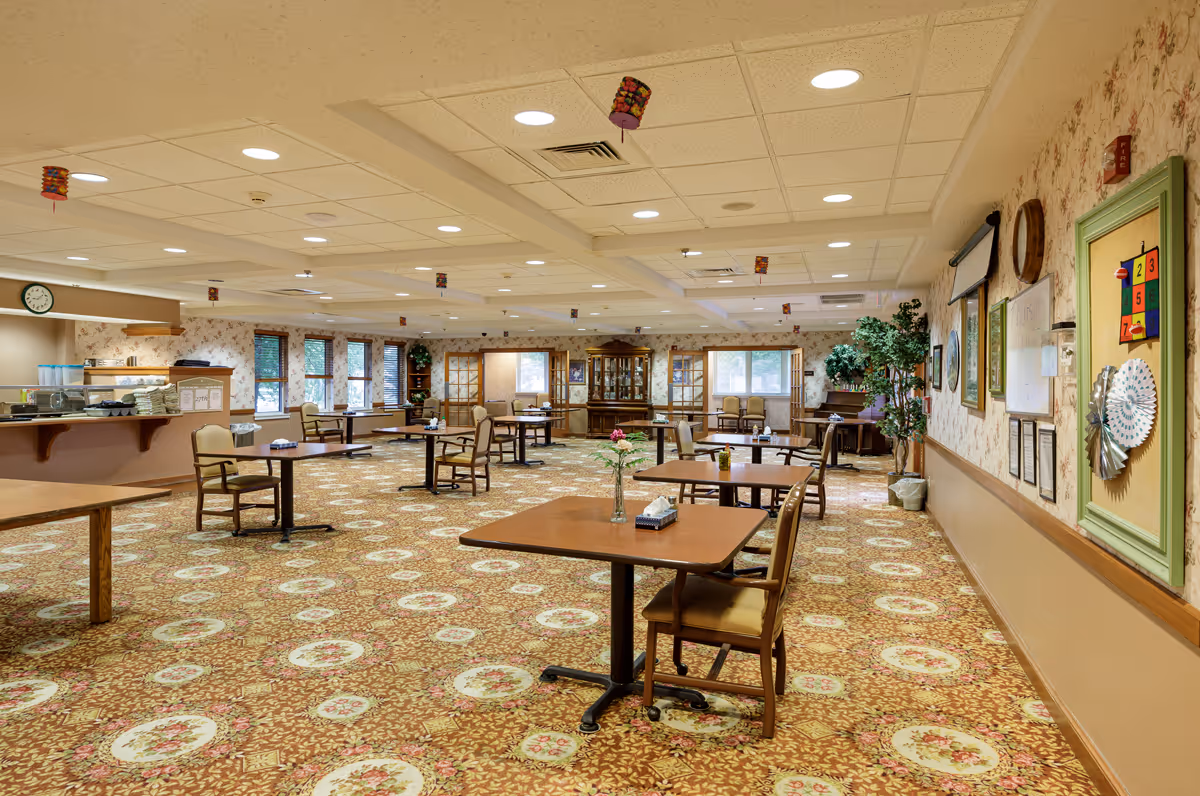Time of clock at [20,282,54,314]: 9:08
